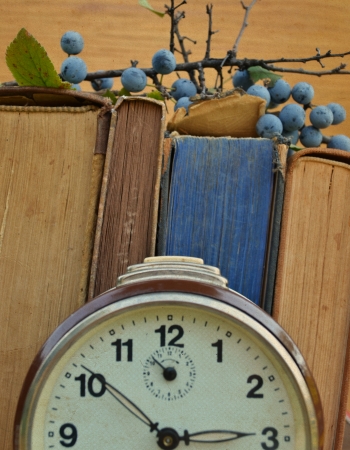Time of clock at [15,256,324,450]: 2:51
